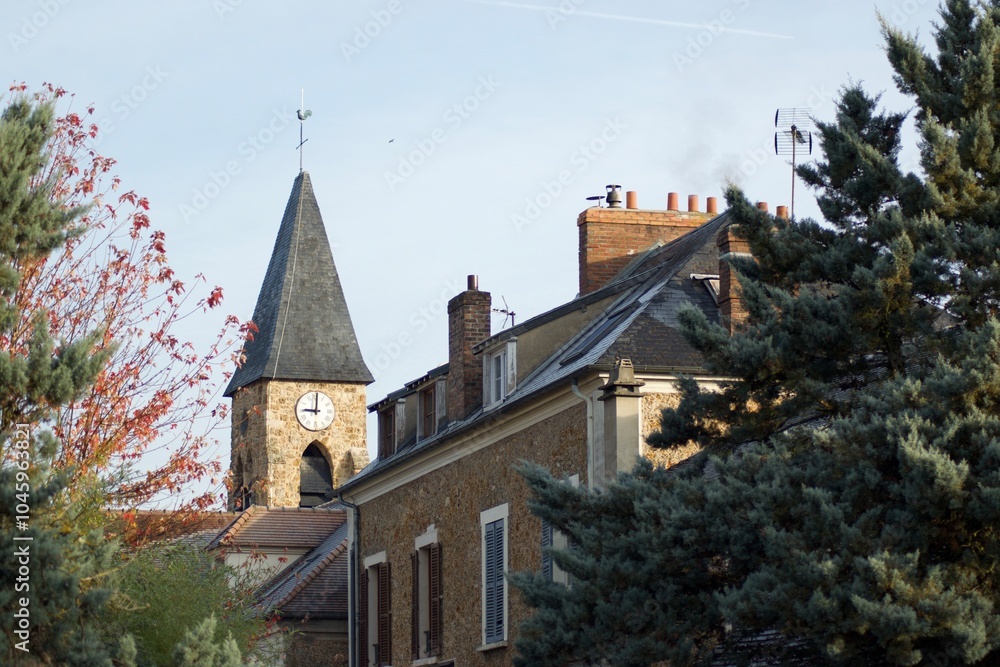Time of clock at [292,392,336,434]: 9:00
